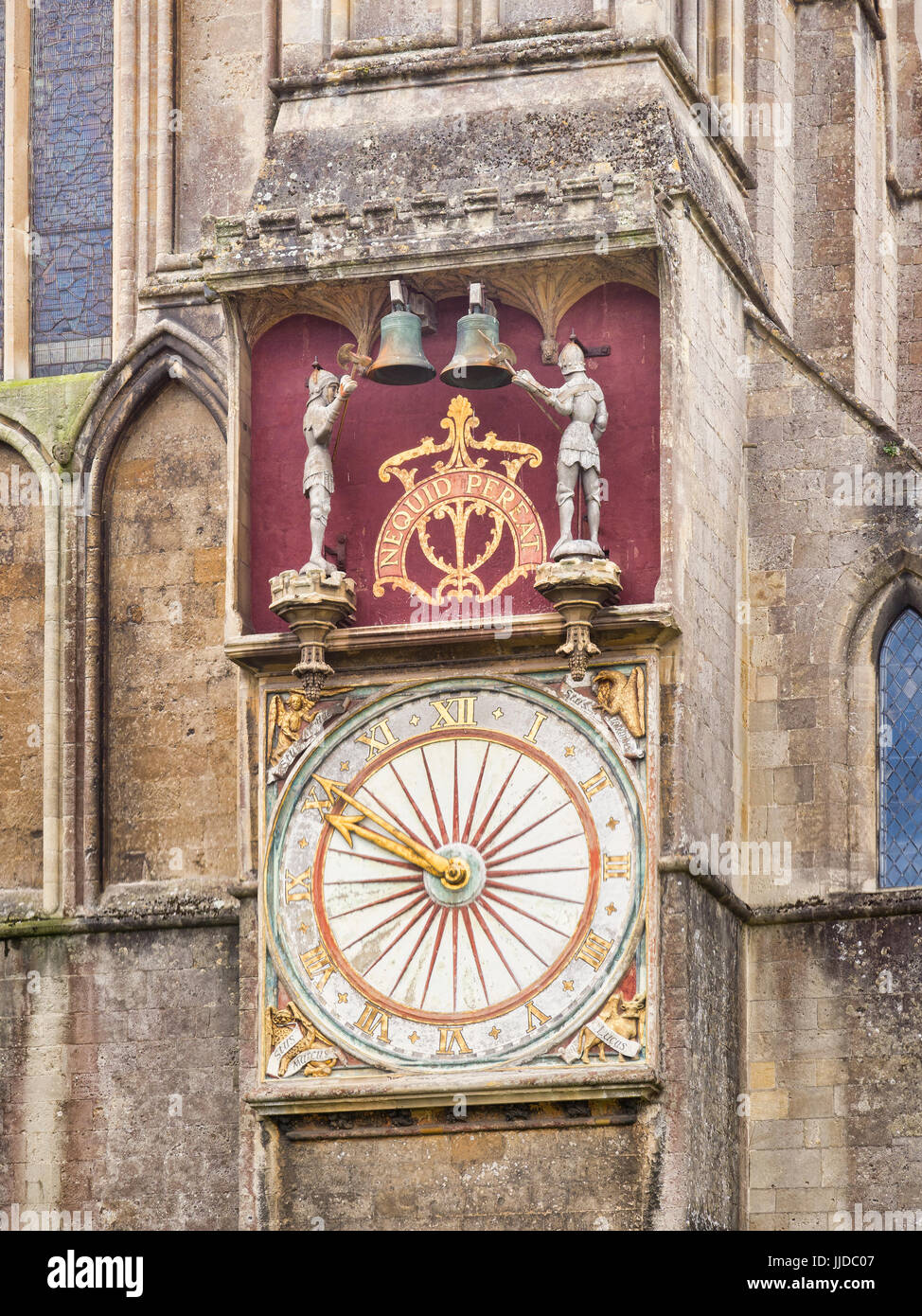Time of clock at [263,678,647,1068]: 12:50
